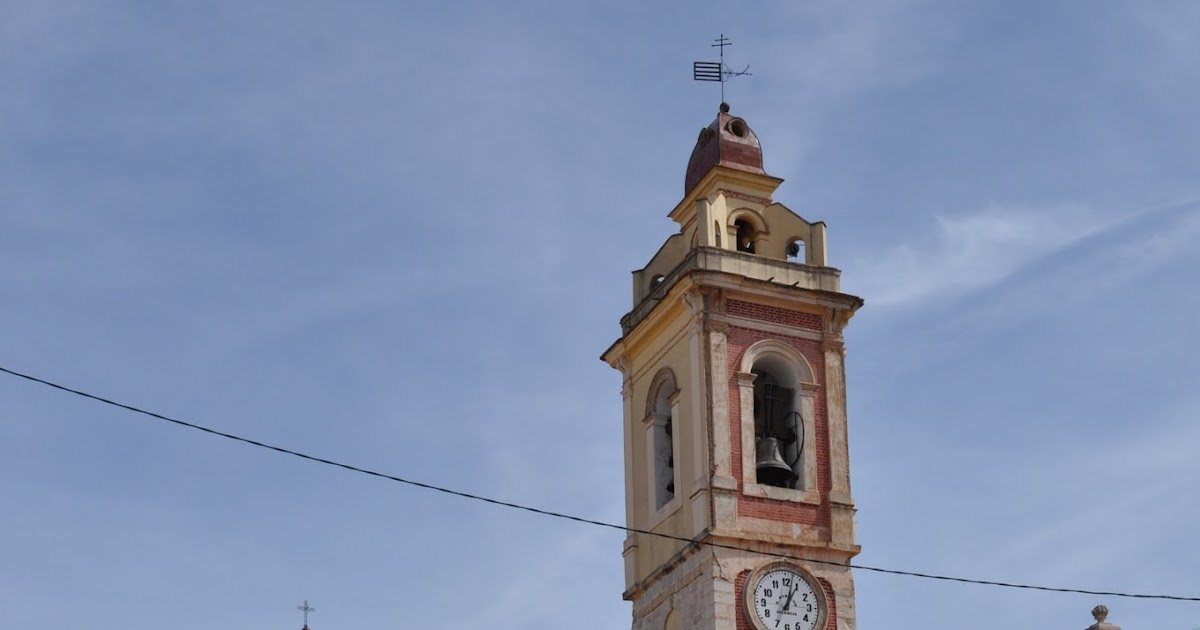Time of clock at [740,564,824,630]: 1:02
